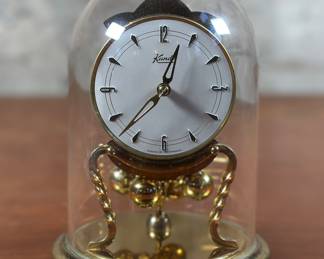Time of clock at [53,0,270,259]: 12:37
